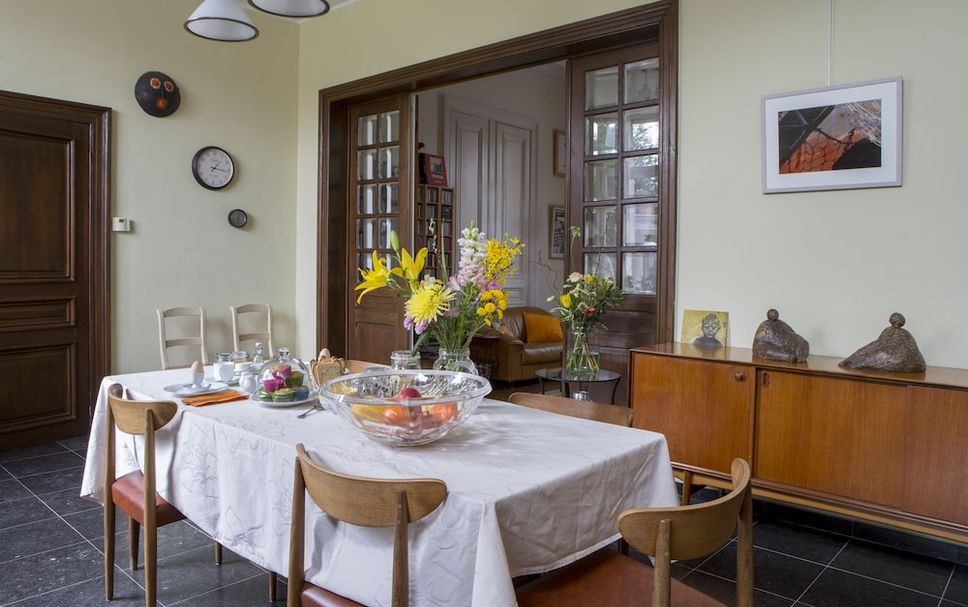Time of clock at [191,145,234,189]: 1:16
